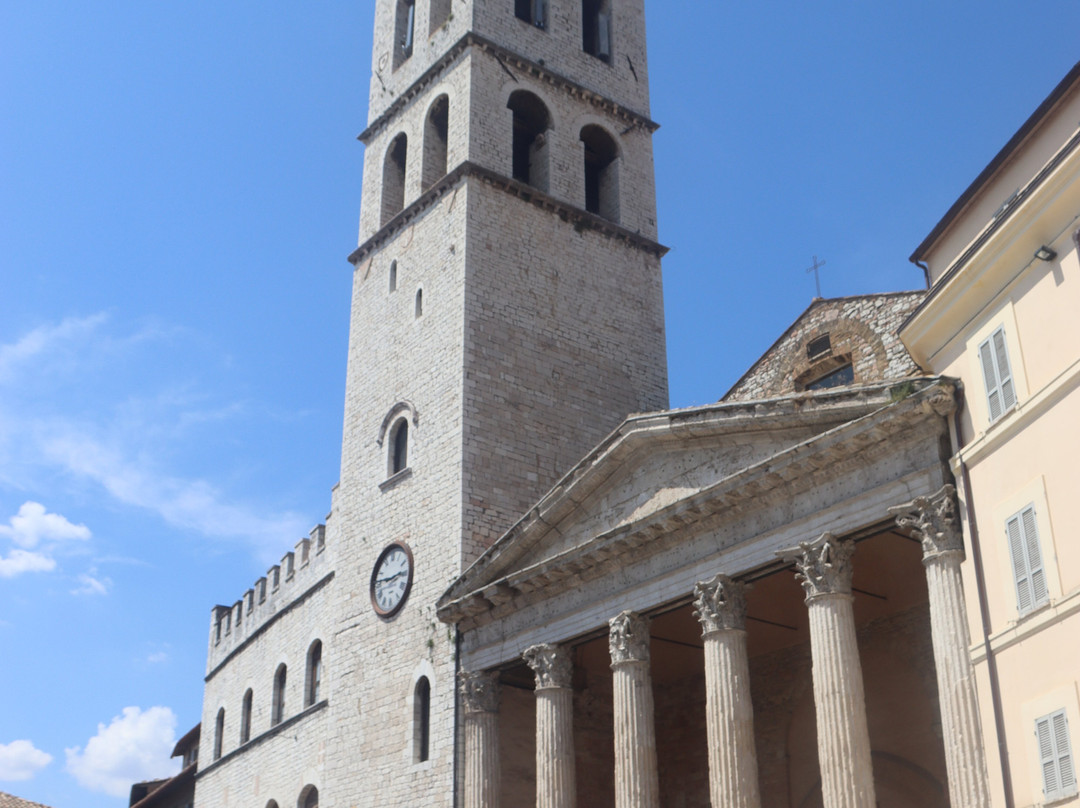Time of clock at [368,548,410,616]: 2:46
